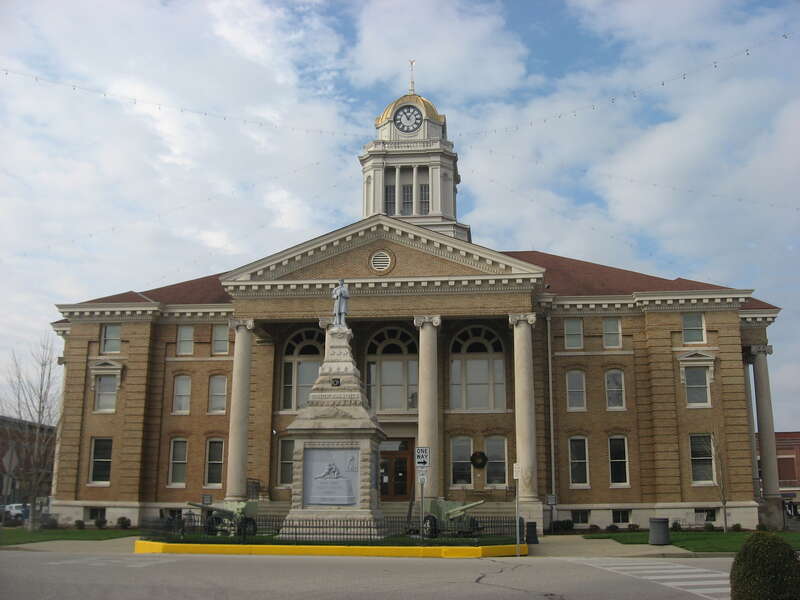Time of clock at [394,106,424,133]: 11:05
